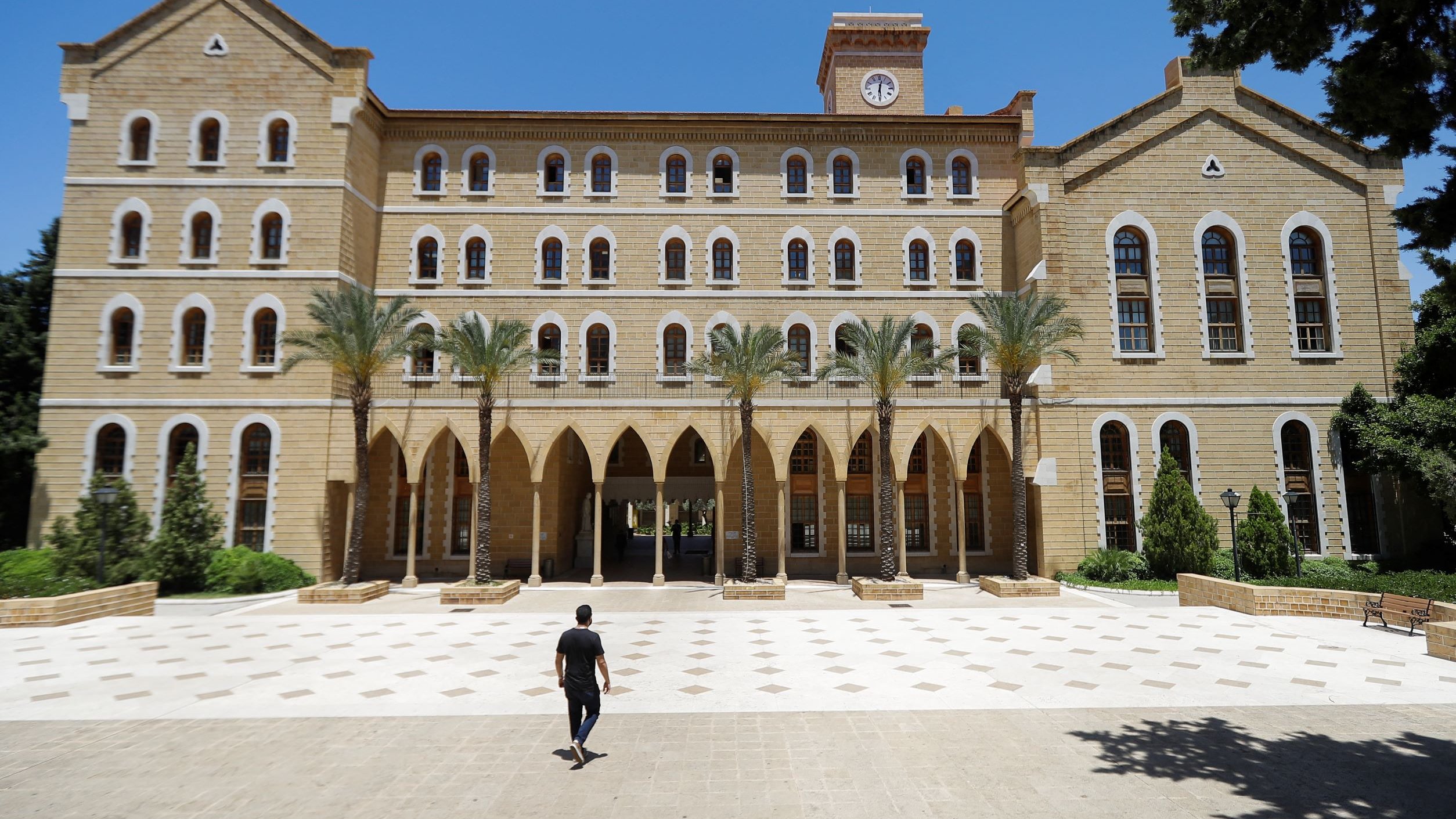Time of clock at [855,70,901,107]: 12:29
